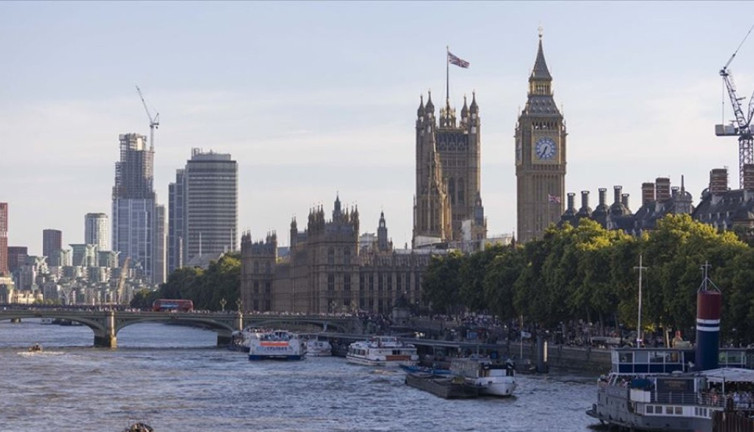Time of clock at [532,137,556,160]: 6:34
